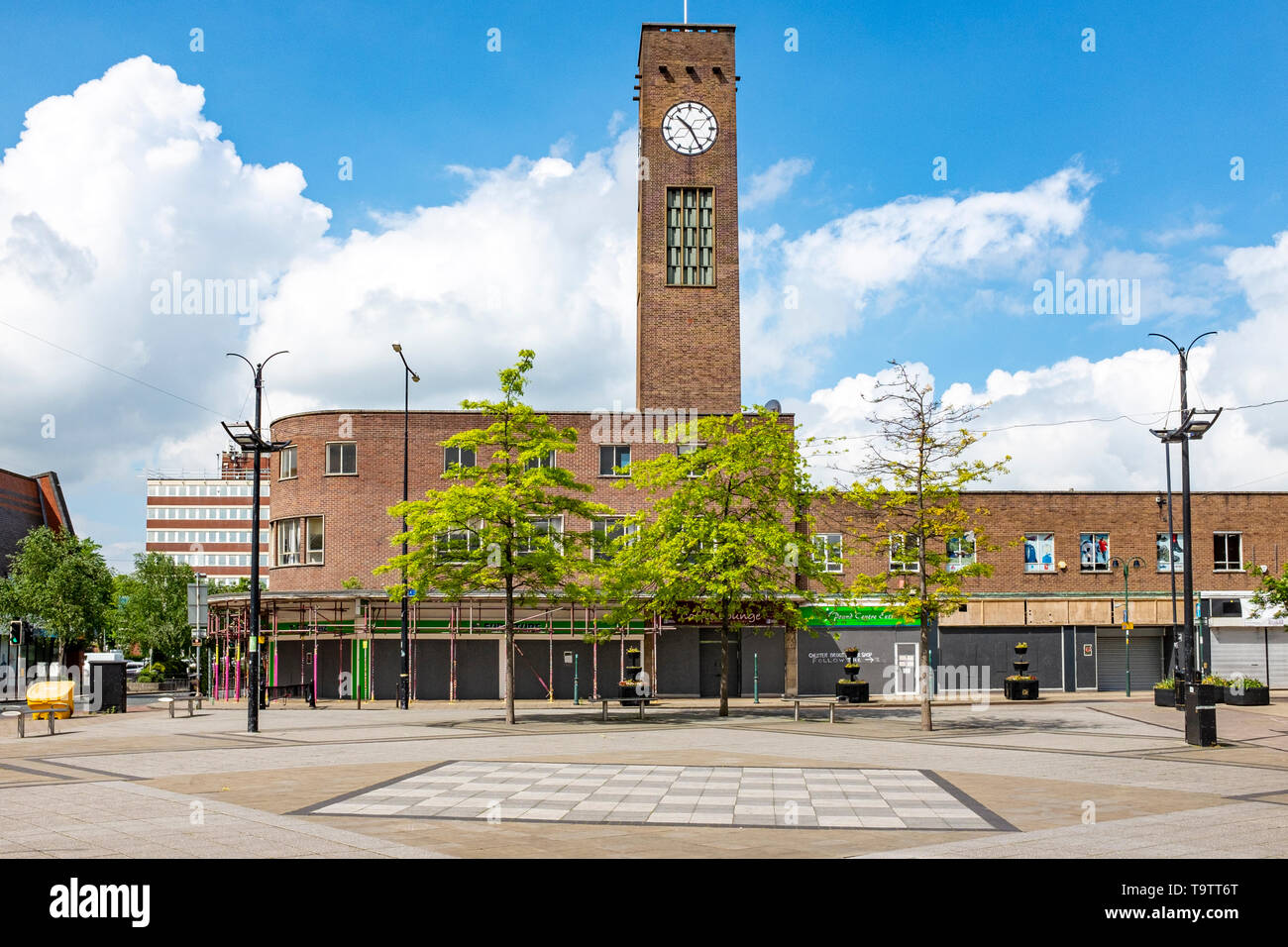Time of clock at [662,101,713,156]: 10:25
